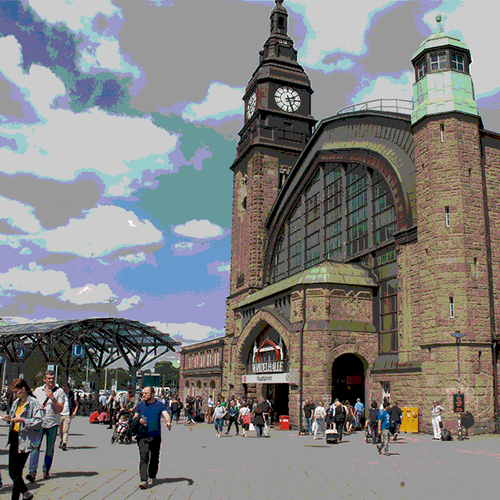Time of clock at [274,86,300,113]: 2:25
